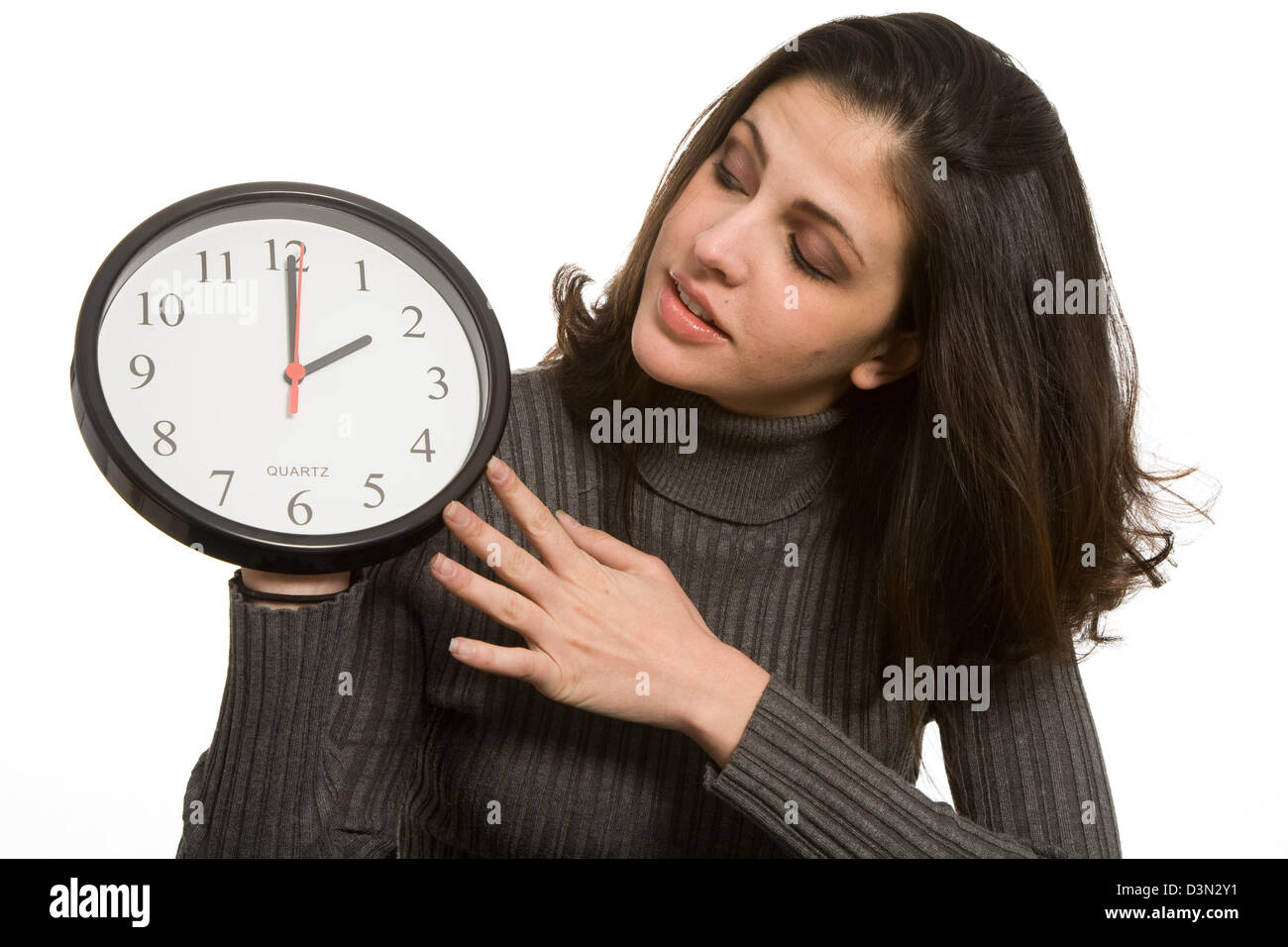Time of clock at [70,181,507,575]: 2:00
